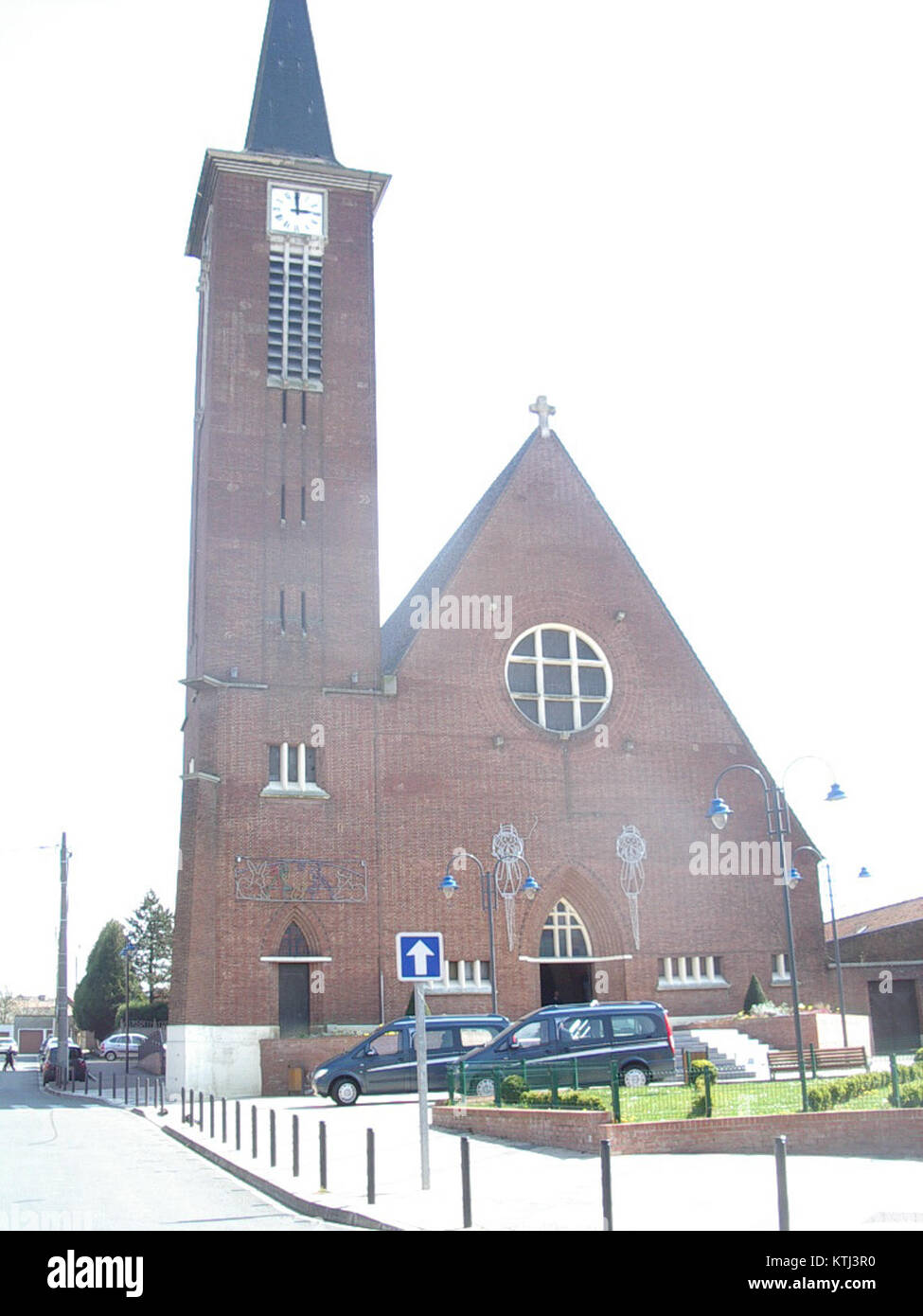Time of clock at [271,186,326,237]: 2:59
